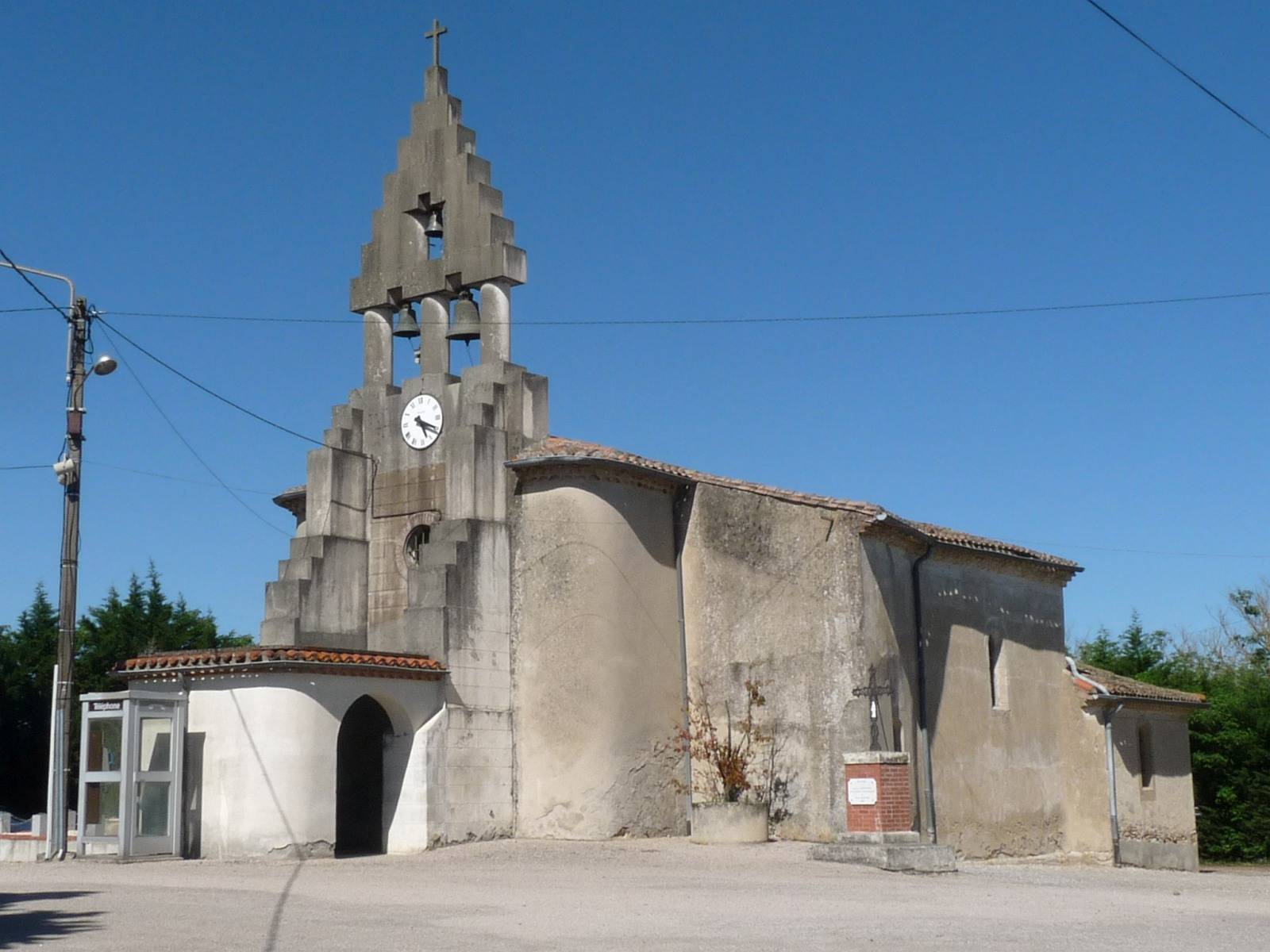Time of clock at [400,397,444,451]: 5:19
